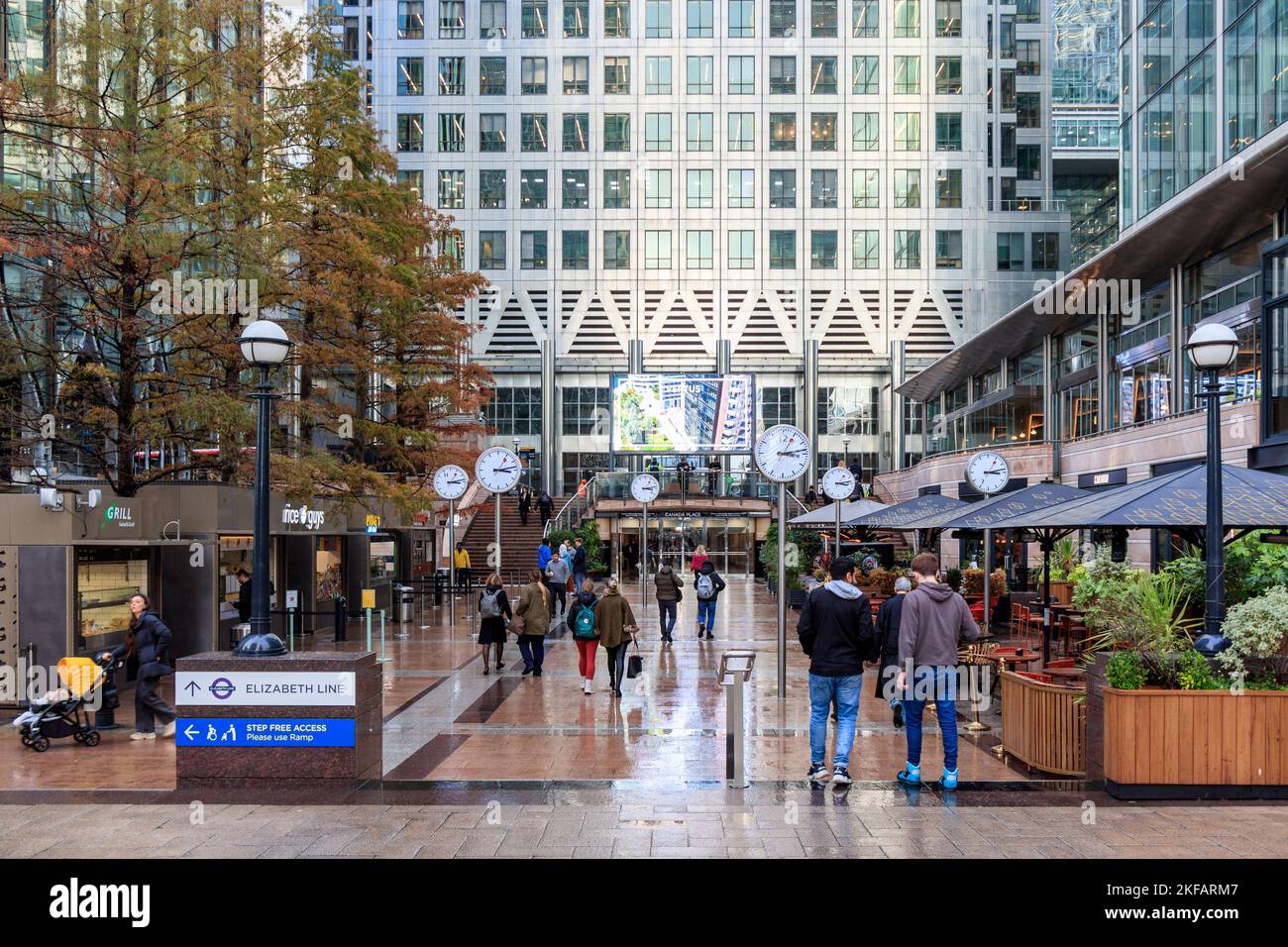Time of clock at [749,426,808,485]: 3:13
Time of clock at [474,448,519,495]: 3:13
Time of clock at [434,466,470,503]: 3:13
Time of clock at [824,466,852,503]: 3:13
